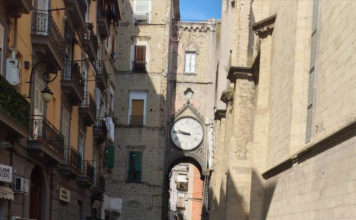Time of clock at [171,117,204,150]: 9:45
